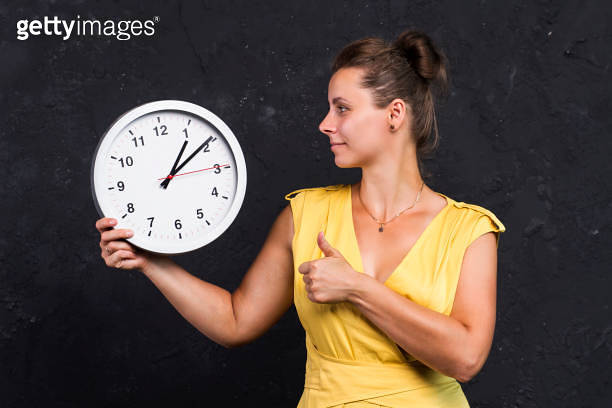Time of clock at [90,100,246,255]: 1:09
